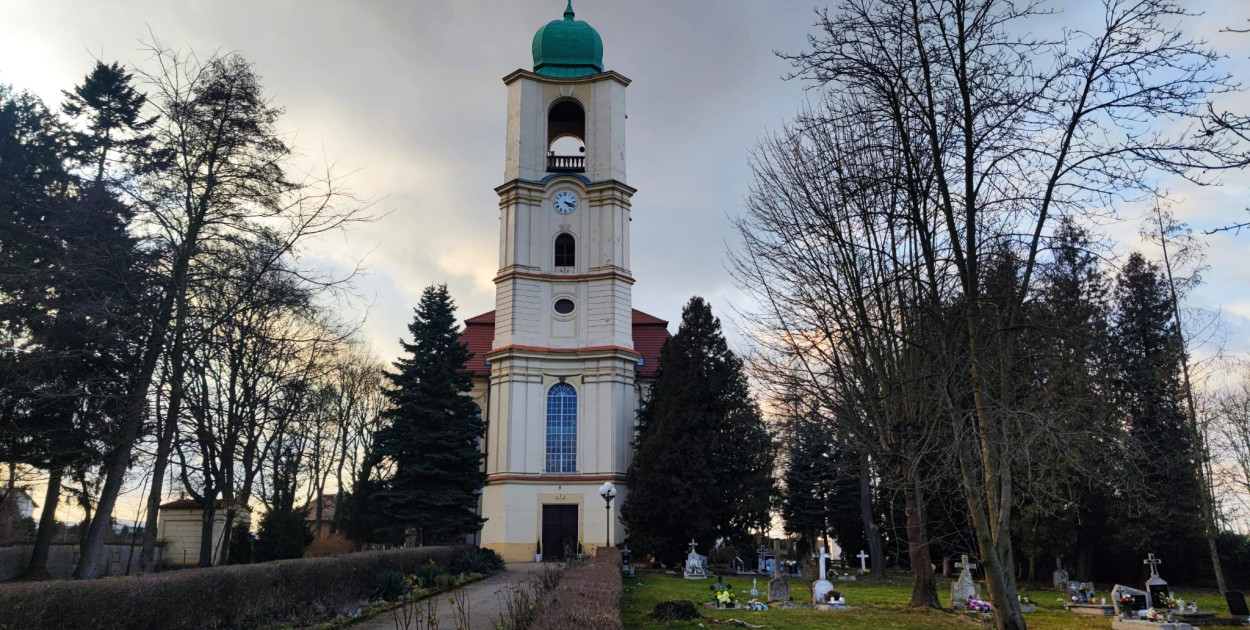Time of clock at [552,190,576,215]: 4:18
